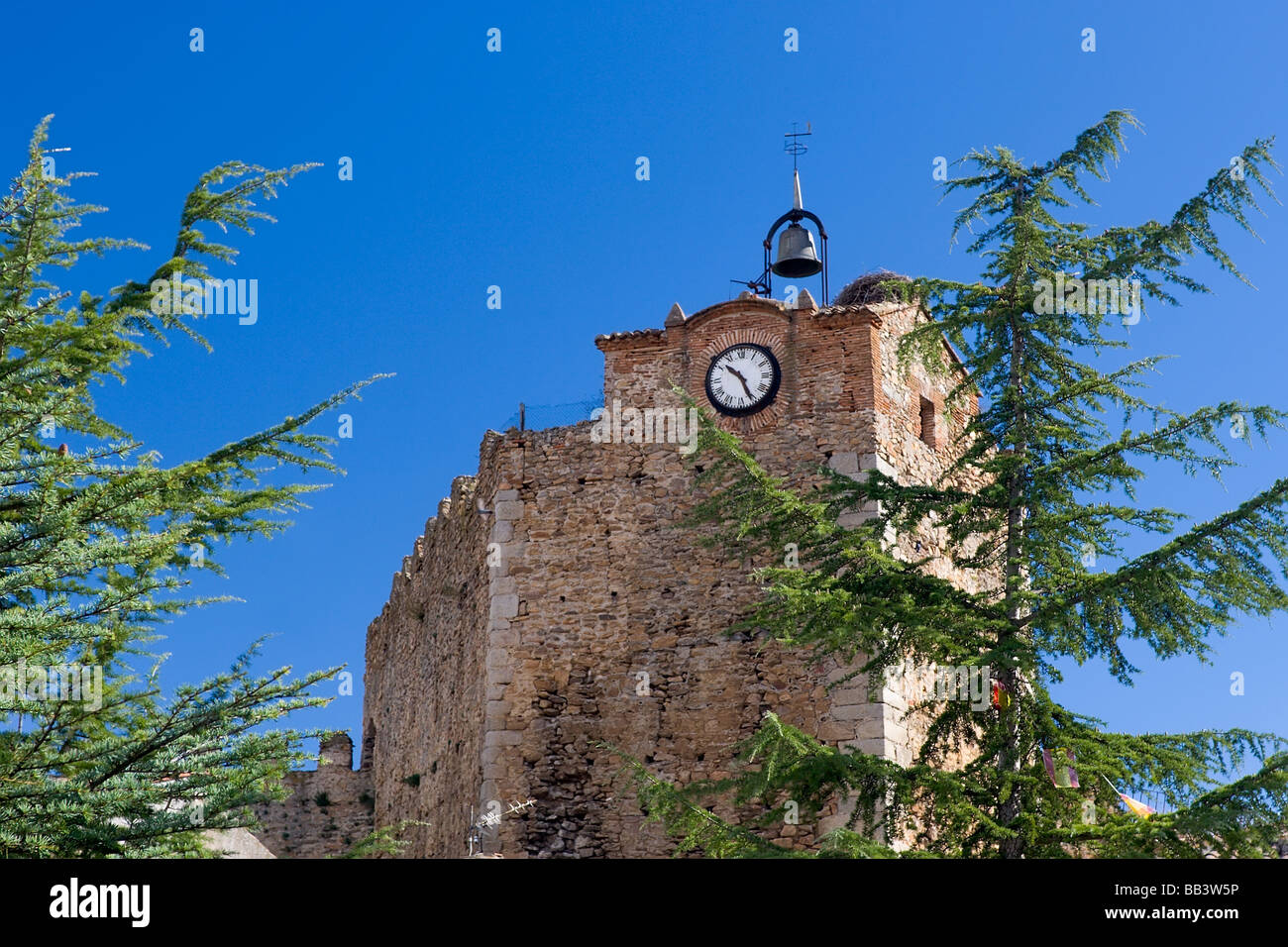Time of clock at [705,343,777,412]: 10:26
